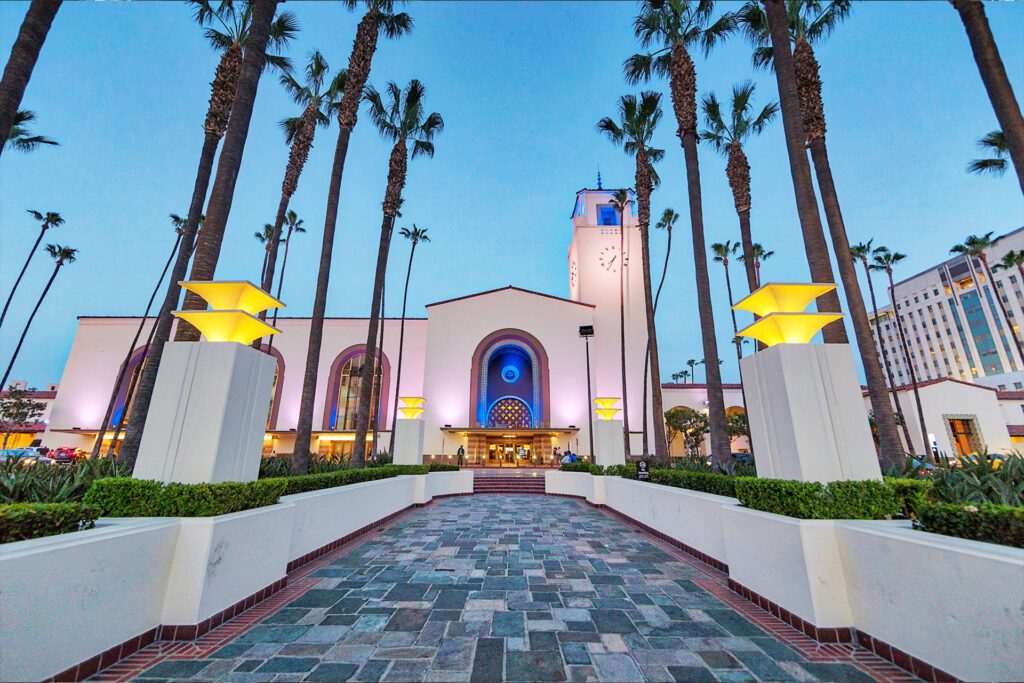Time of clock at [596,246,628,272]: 7:34
